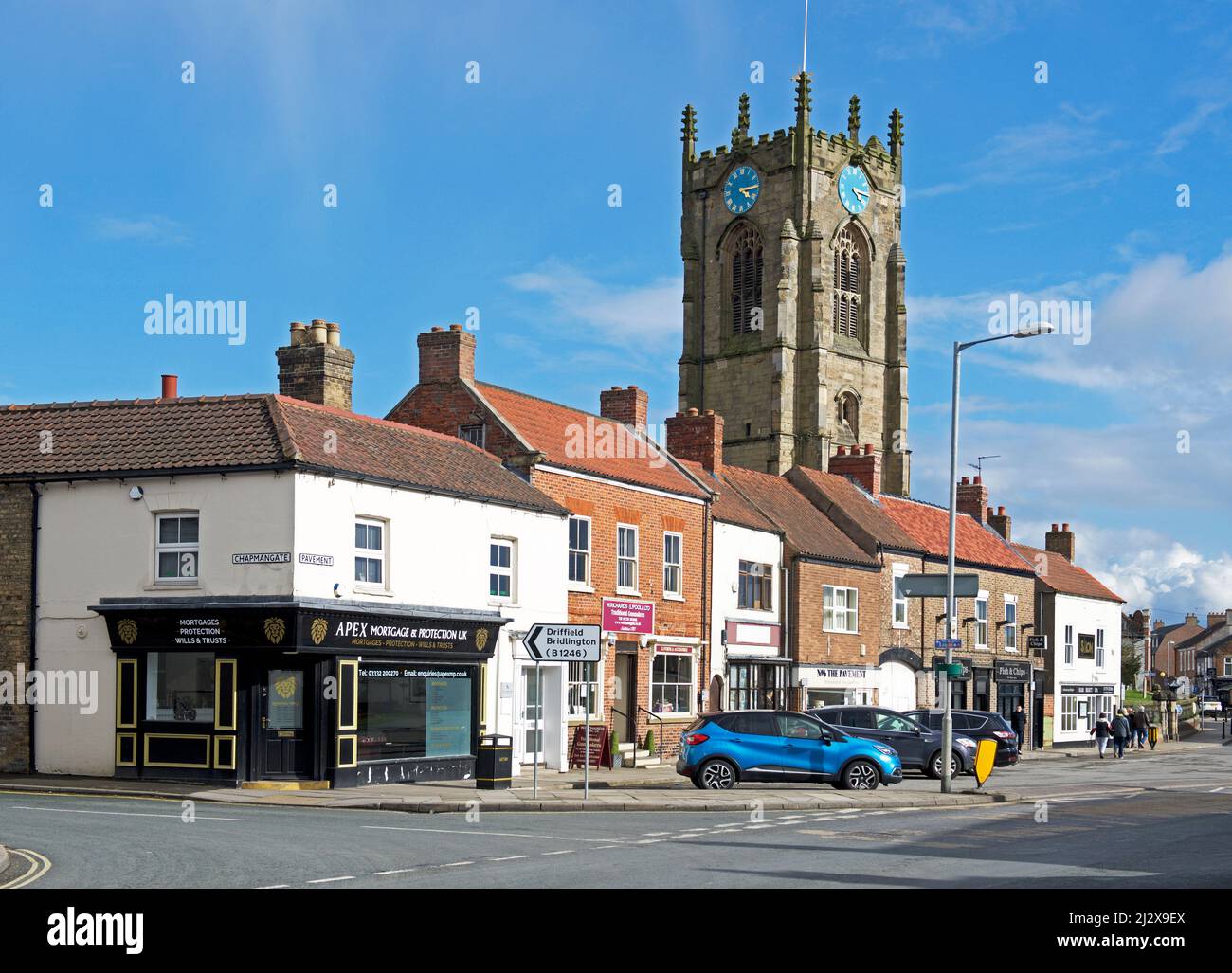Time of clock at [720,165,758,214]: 4:14
